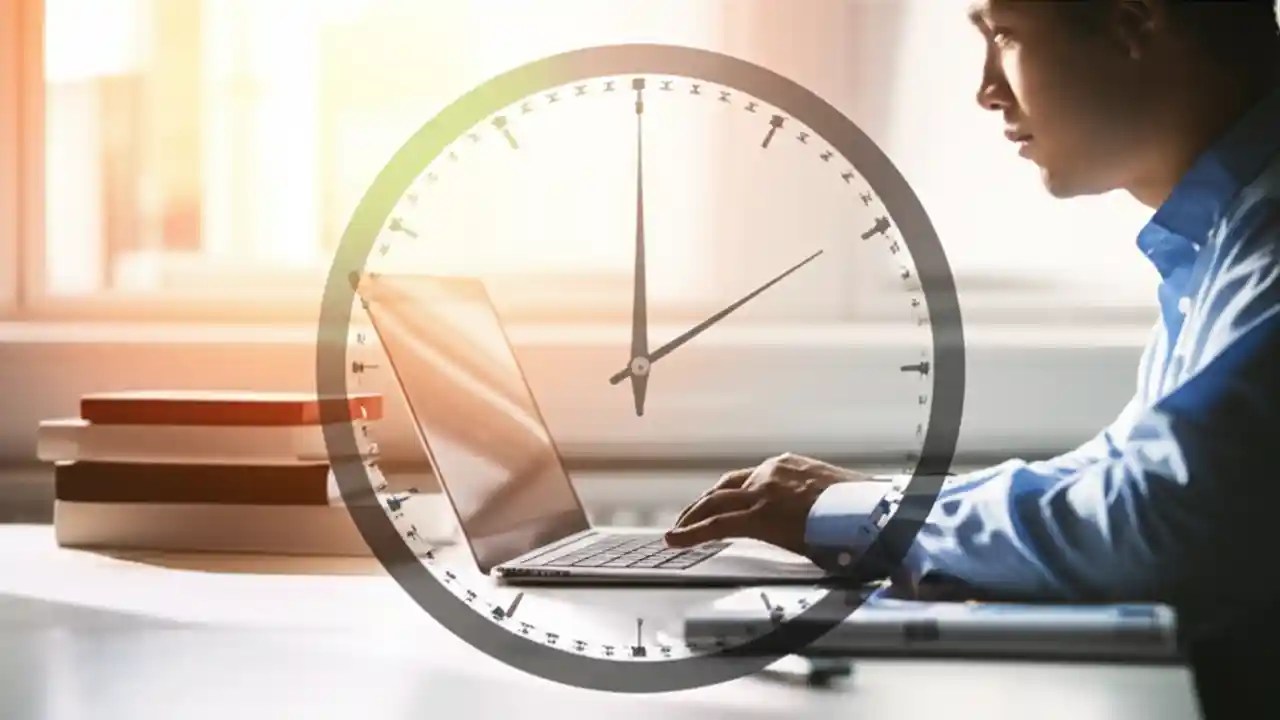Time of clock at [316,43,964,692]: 2:00
